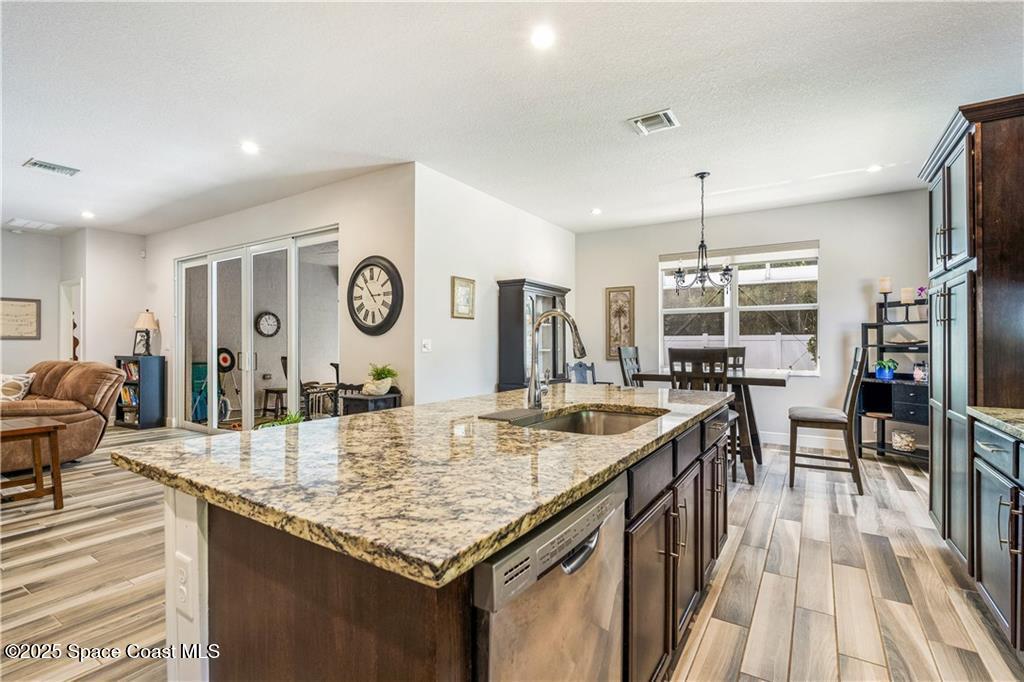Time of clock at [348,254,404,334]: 2:54
